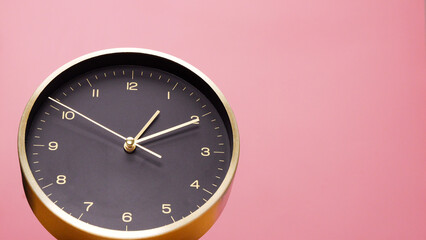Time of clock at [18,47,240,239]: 1:10
